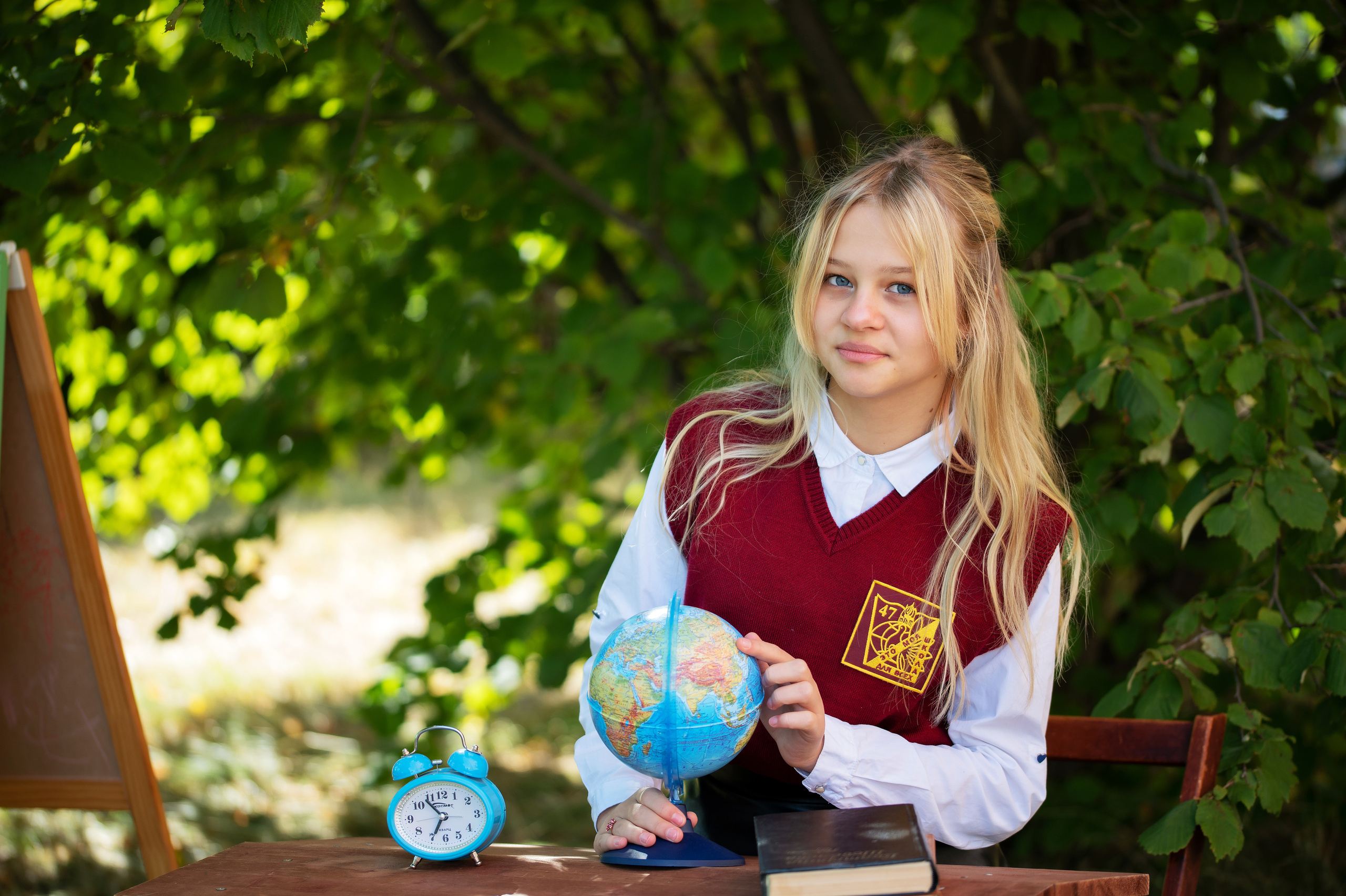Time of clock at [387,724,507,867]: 6:54
